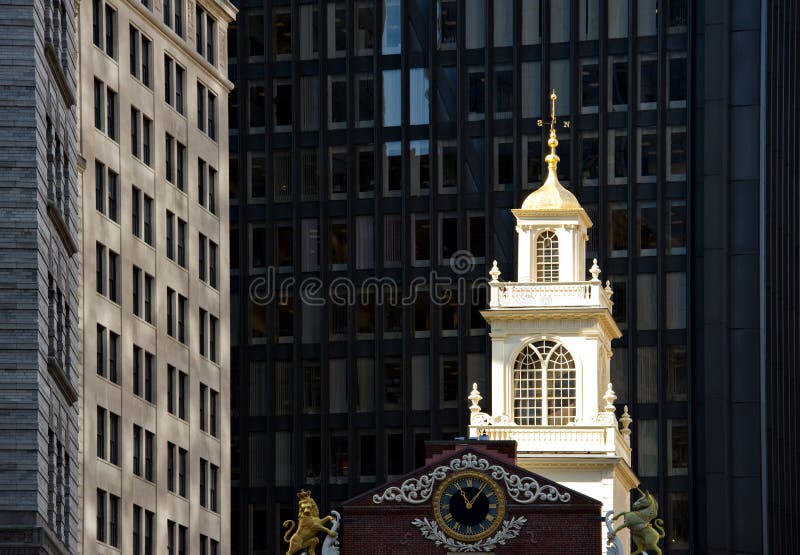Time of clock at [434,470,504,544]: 11:06
